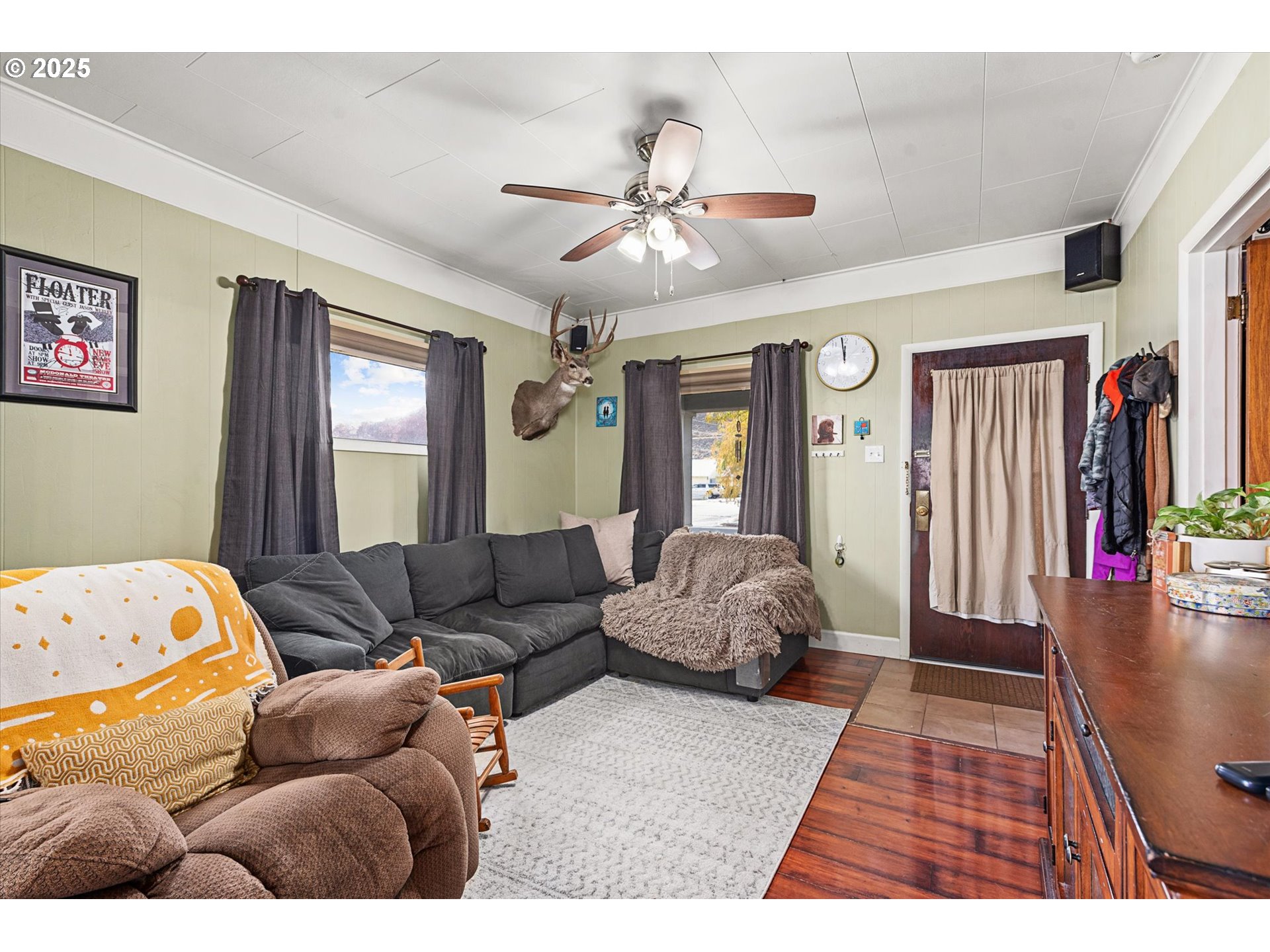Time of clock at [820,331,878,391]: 11:58
